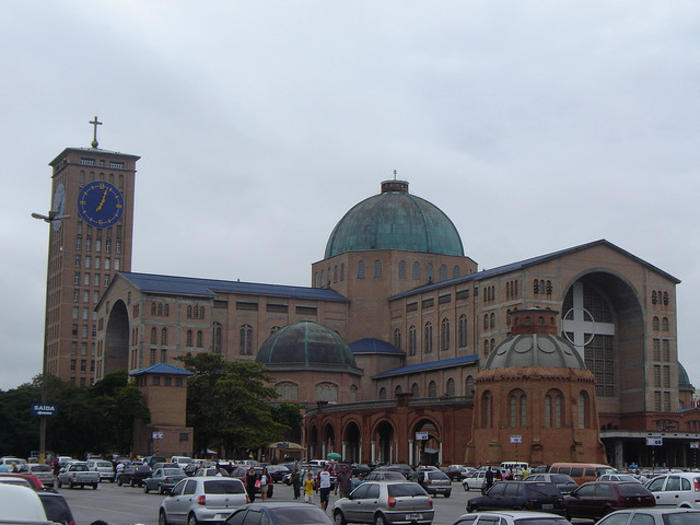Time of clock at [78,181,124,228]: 1:03
